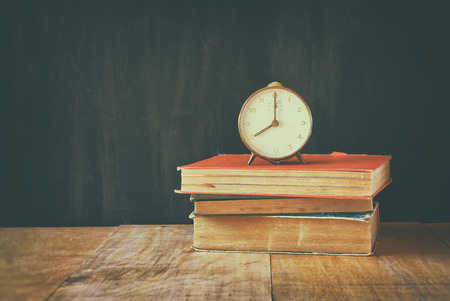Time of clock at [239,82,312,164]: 8:00
